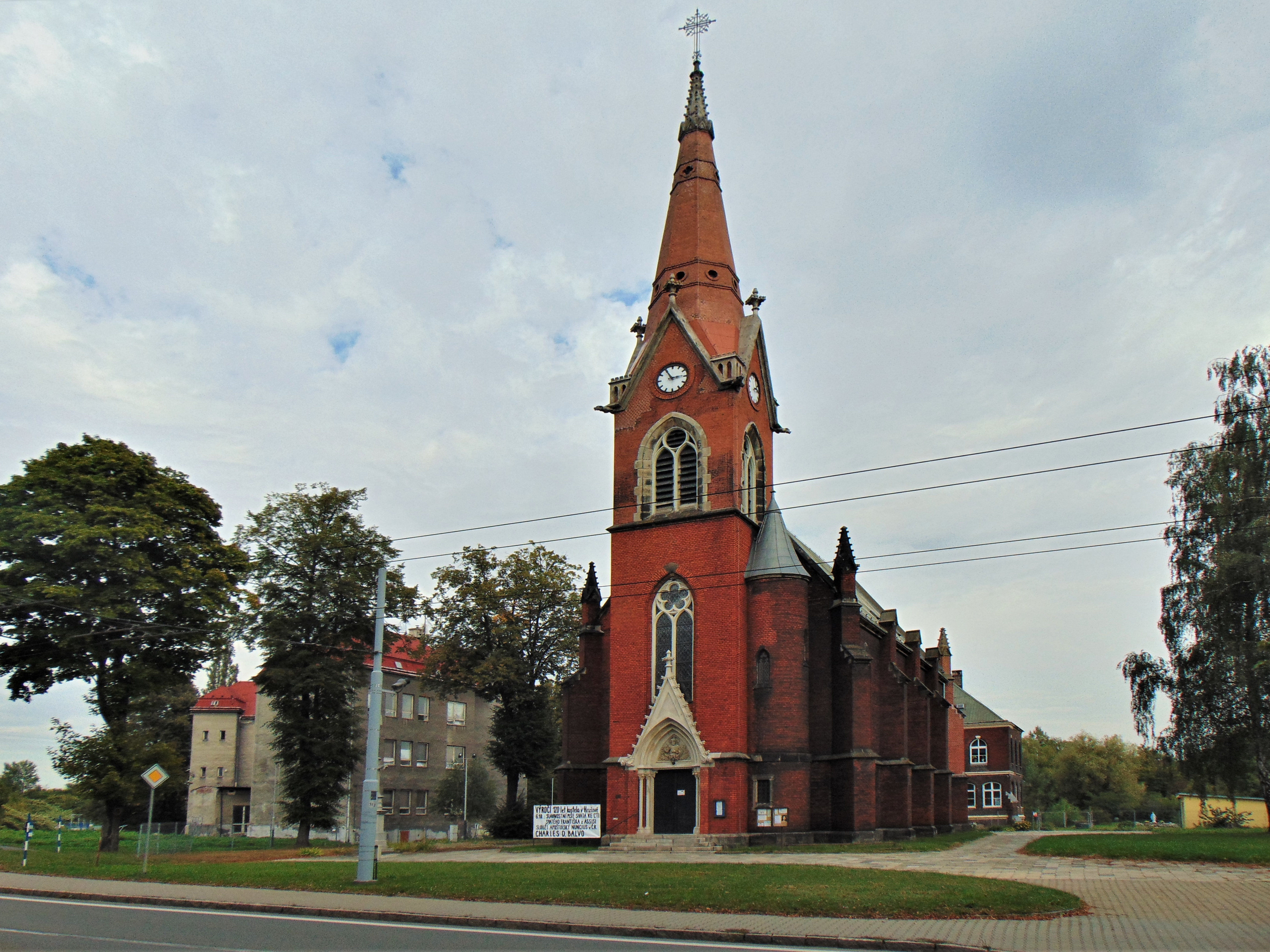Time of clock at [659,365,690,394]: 2:54
